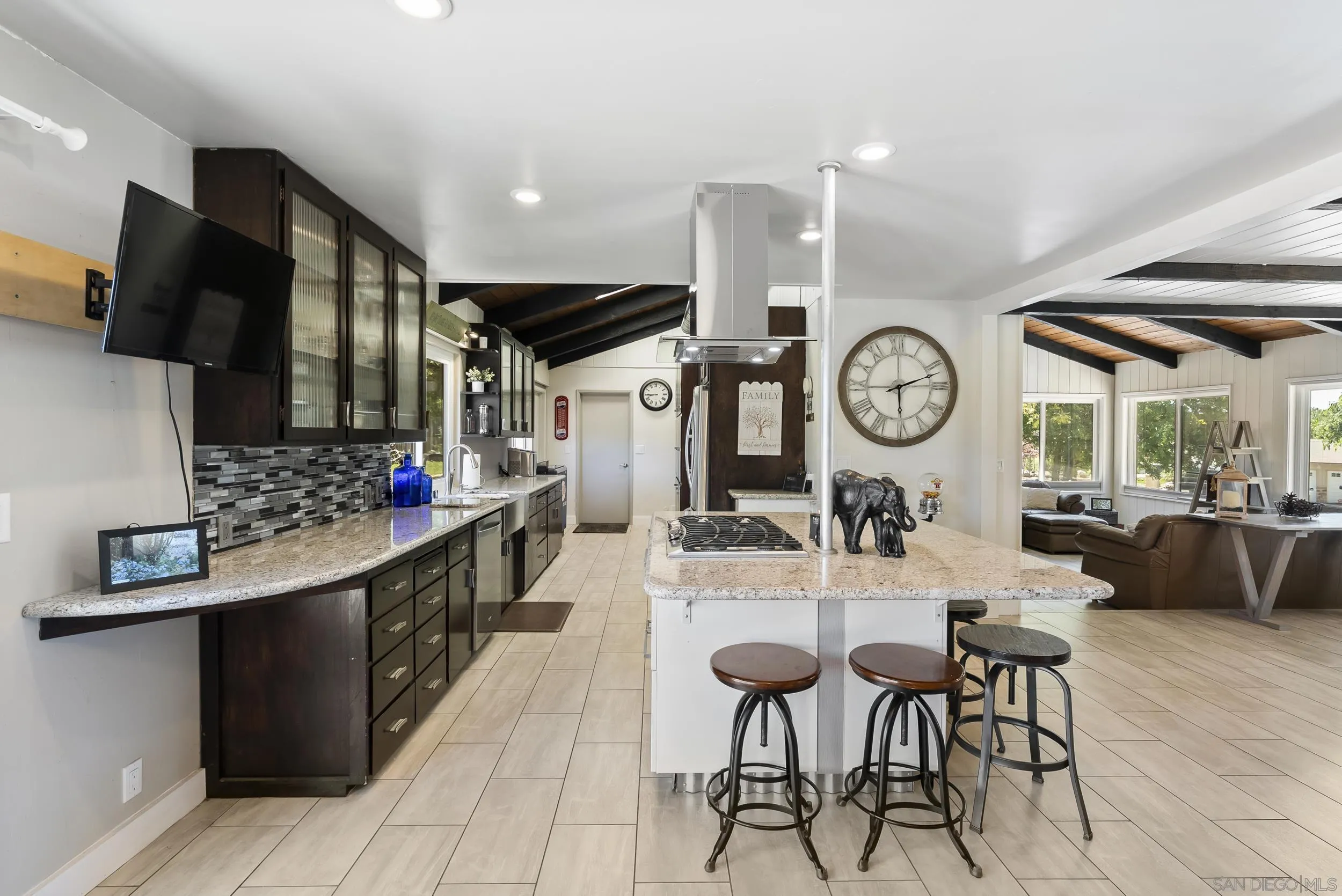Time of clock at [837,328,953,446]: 2:29
